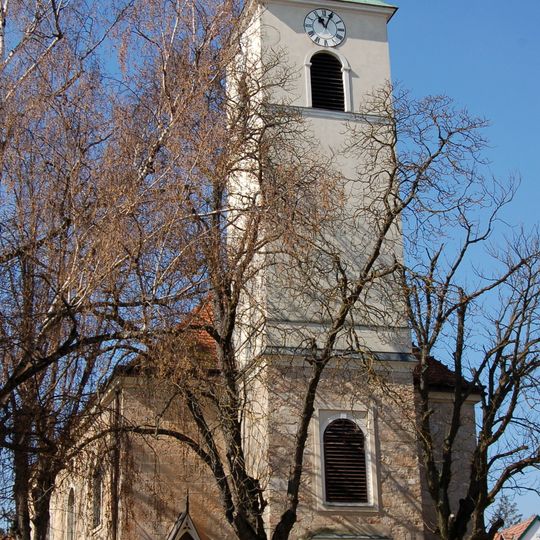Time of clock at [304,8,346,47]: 11:04
